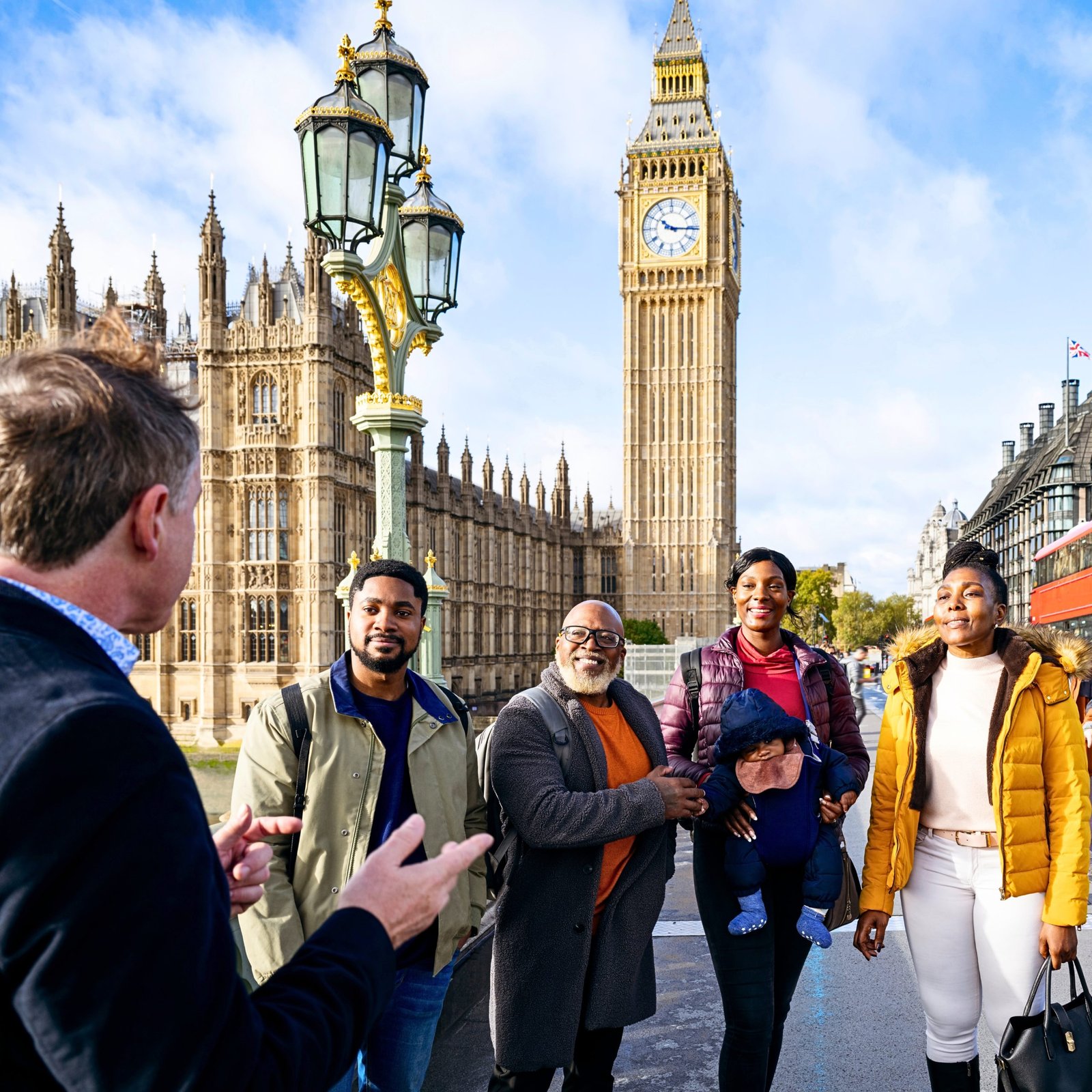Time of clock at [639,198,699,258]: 10:15
